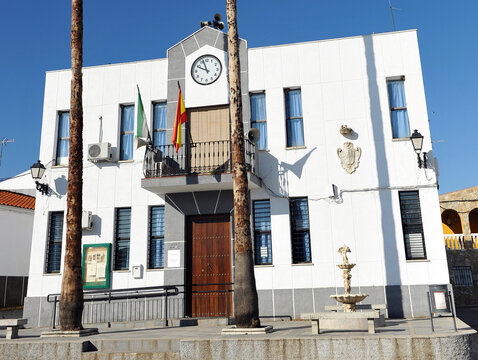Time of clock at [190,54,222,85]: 9:56
